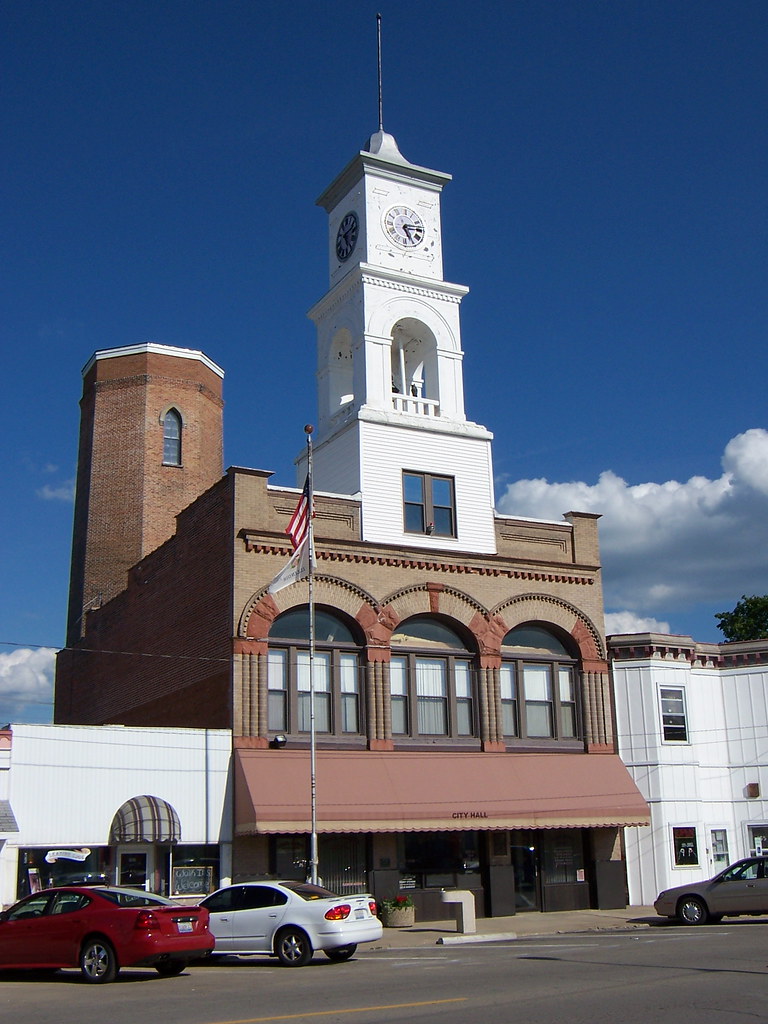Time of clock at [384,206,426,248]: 5:13
